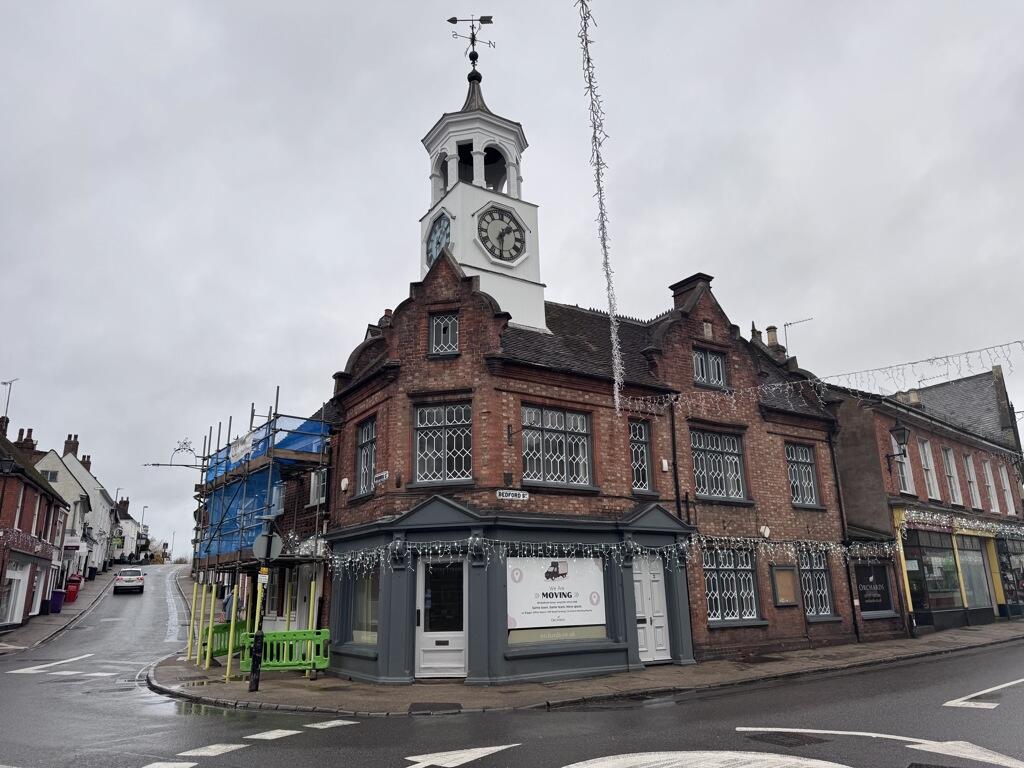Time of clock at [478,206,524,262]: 1:30
